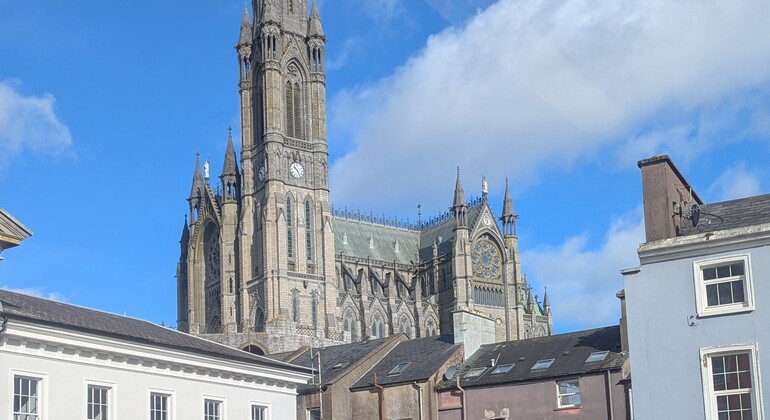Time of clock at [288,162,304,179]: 10:24
